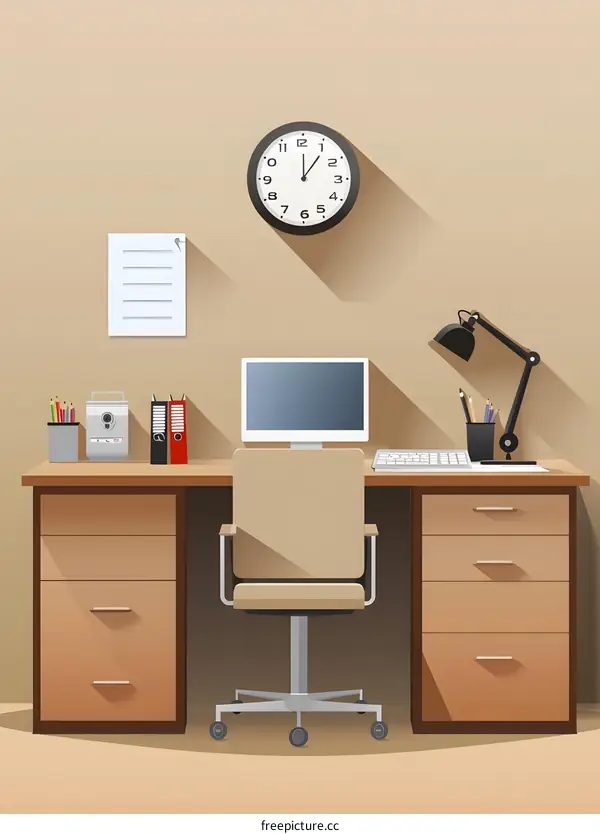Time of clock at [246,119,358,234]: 12:05
